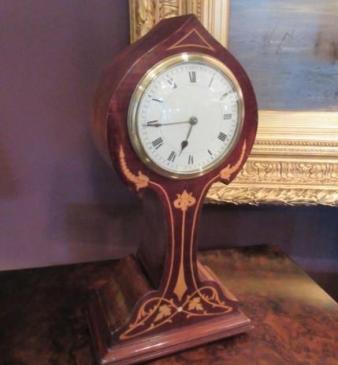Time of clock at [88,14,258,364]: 6:43
